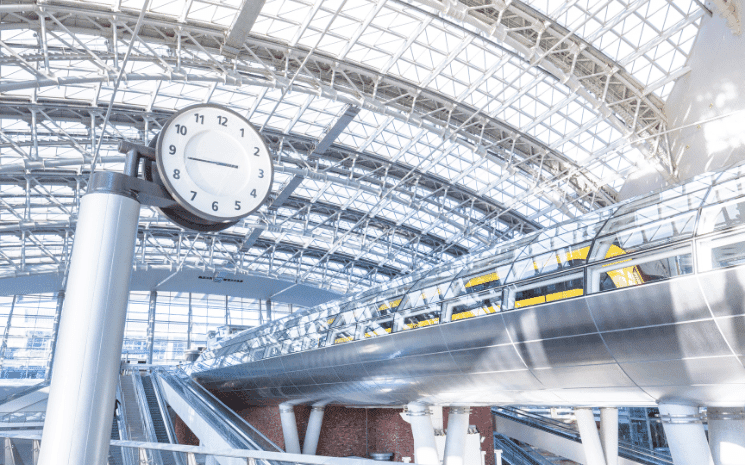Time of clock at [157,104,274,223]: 2:44
